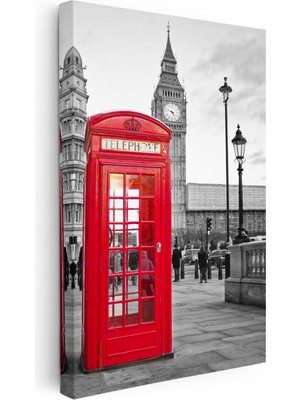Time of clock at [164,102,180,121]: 4:47
